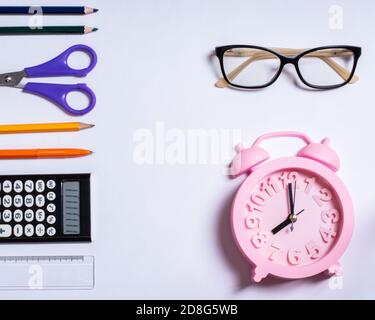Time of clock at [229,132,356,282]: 8:00
